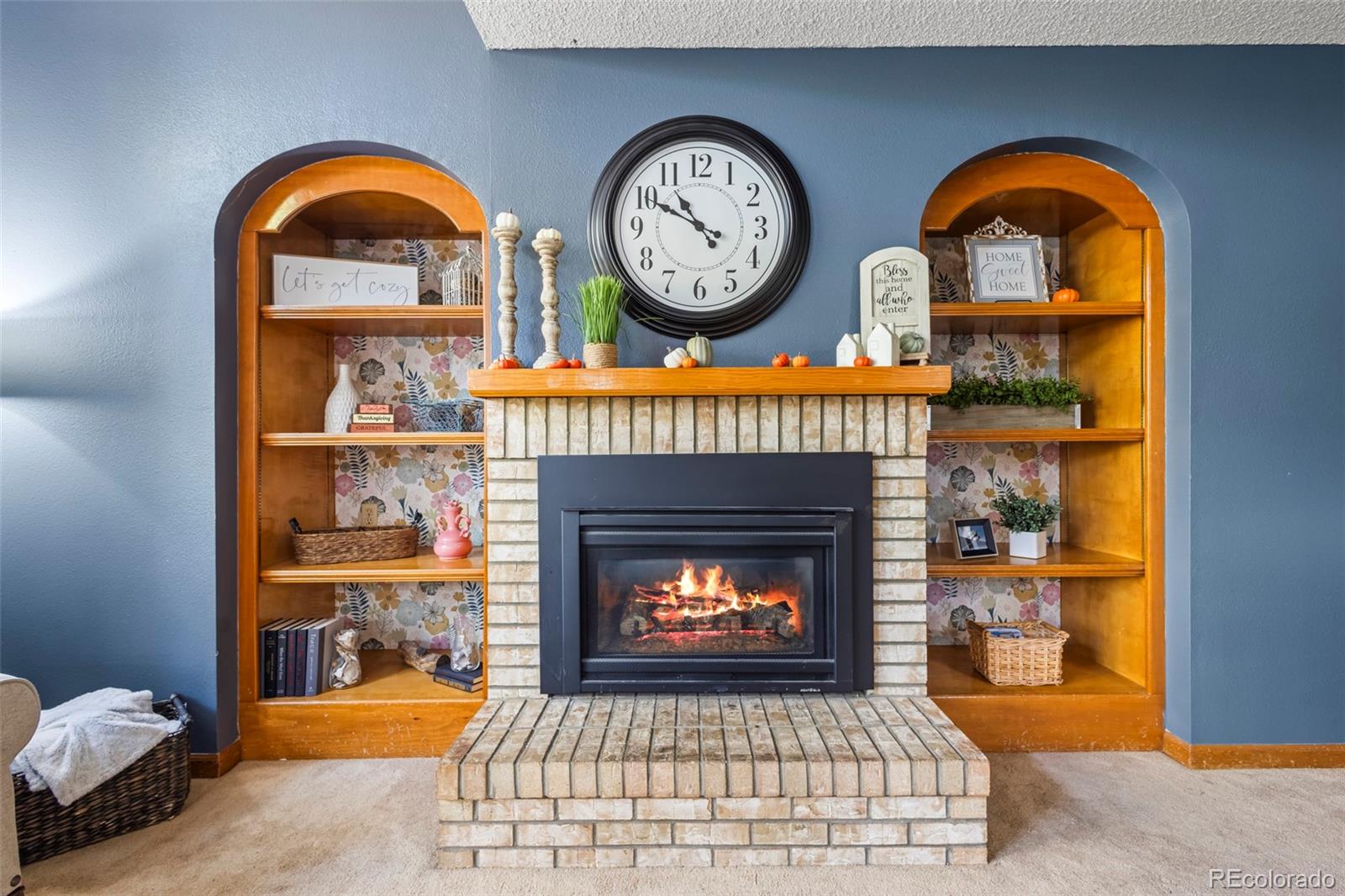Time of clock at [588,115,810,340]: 10:49
